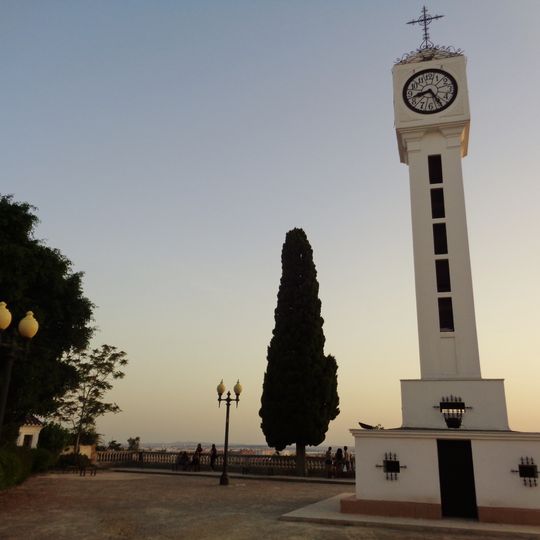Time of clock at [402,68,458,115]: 8:25
